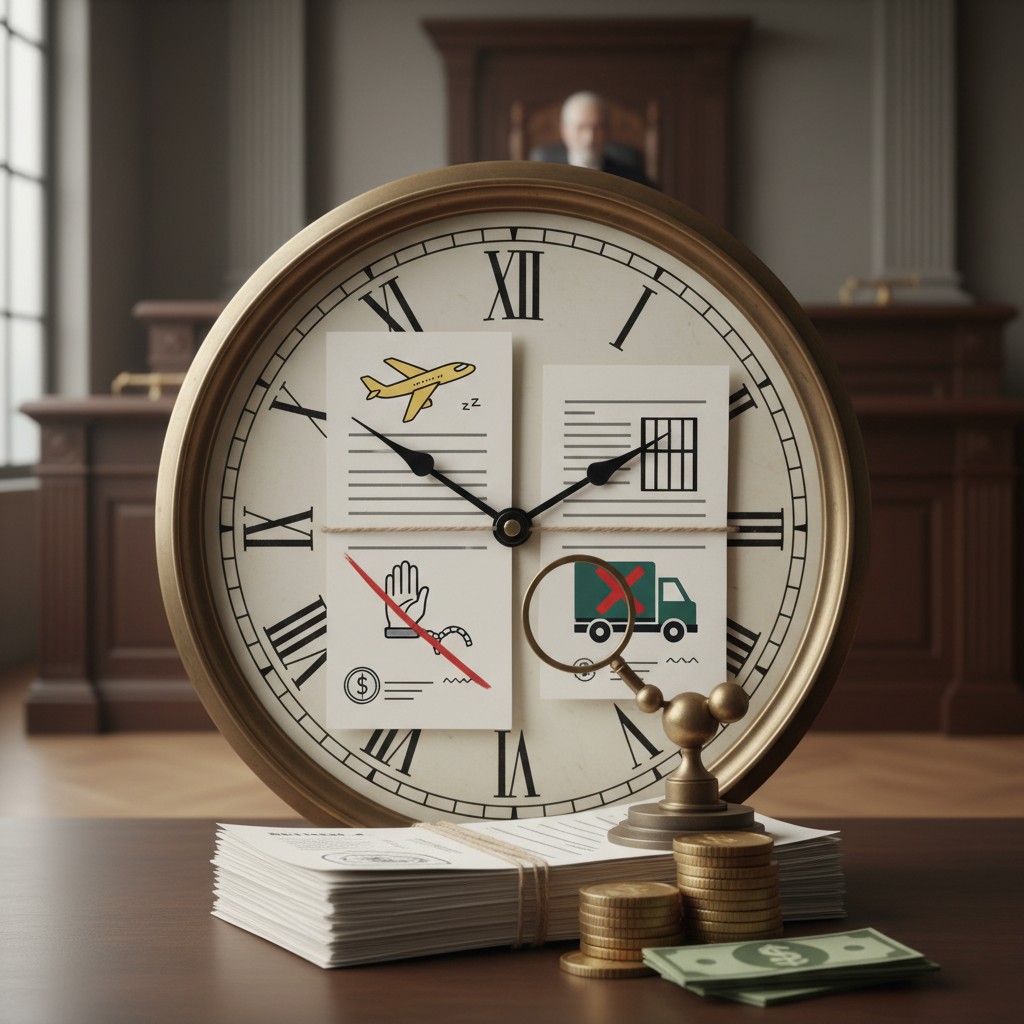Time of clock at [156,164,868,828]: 1:50
